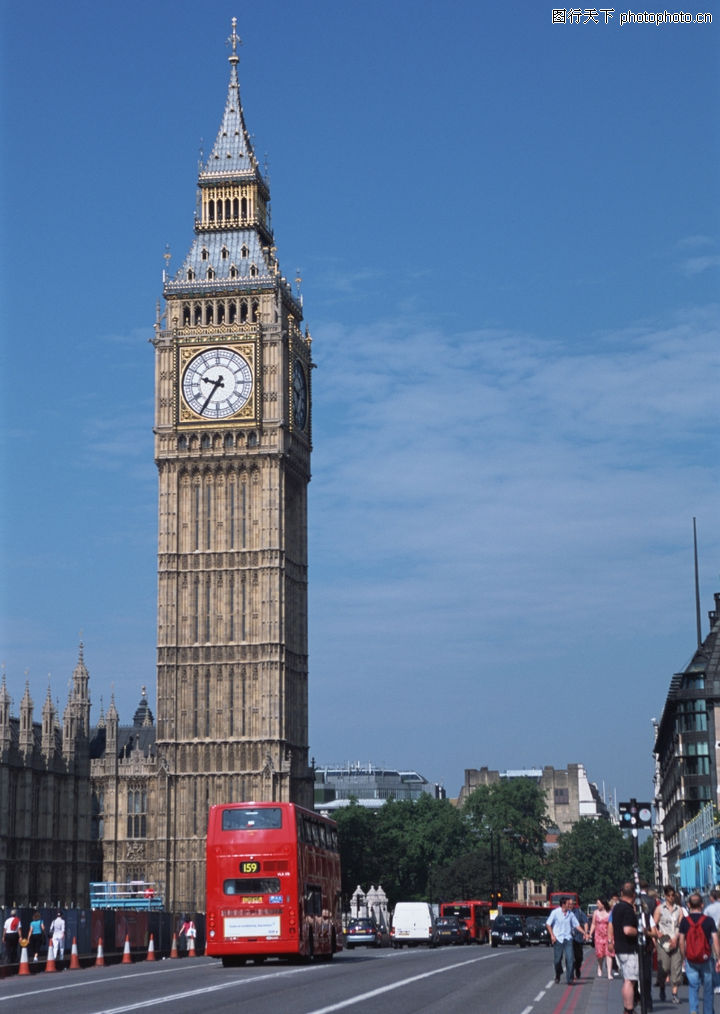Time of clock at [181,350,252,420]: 9:35
